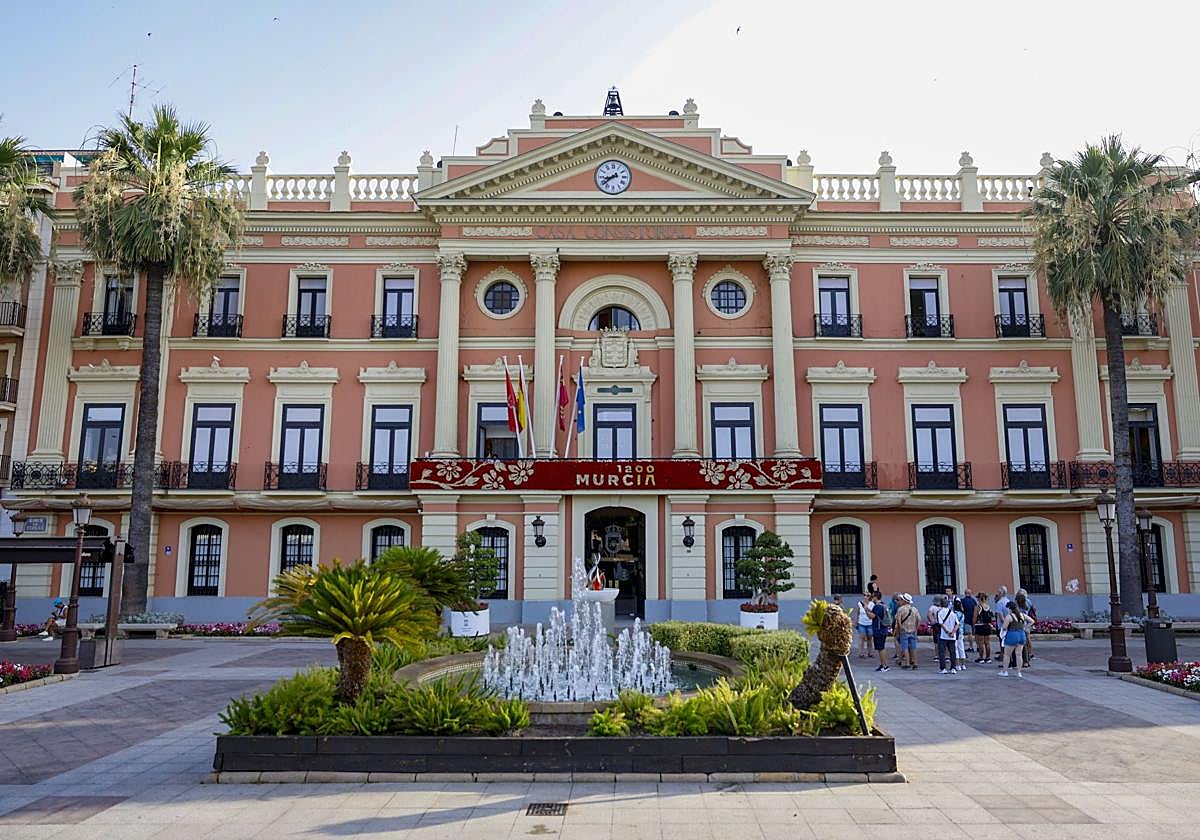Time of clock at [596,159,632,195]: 8:38
